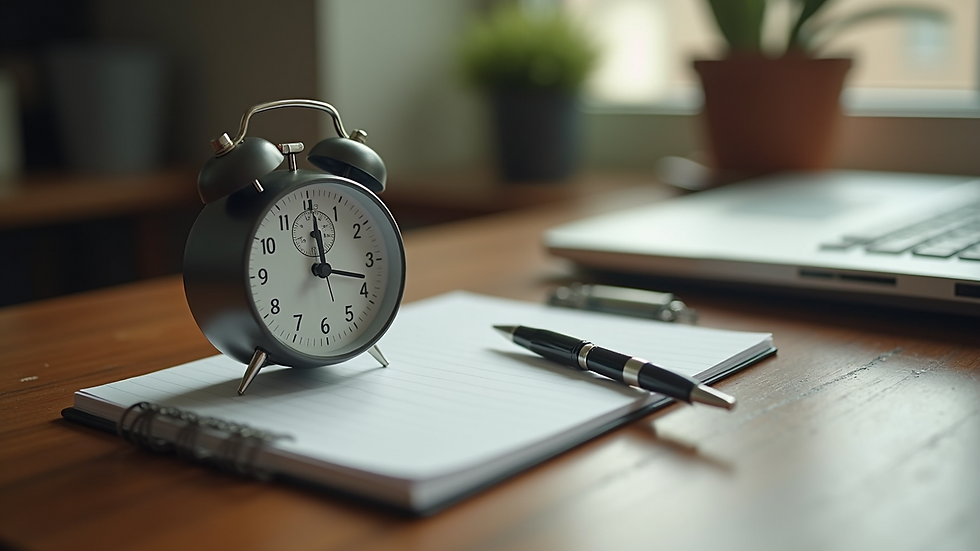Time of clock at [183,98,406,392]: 12:17
